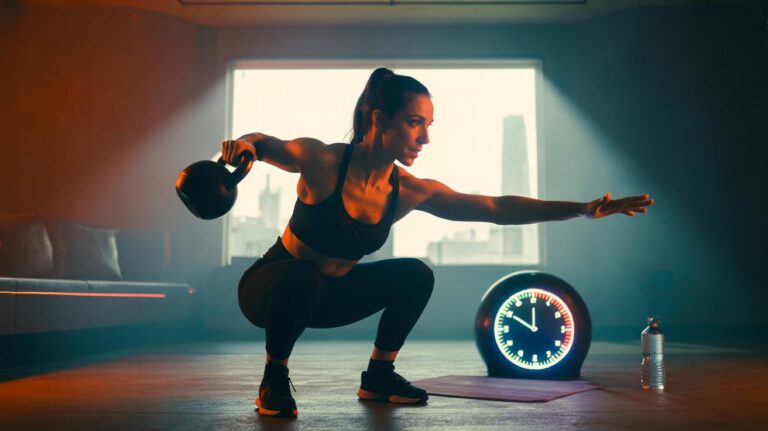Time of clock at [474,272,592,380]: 11:50
